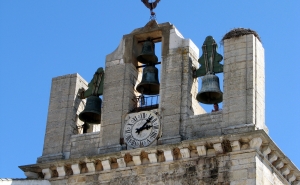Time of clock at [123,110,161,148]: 2:06
